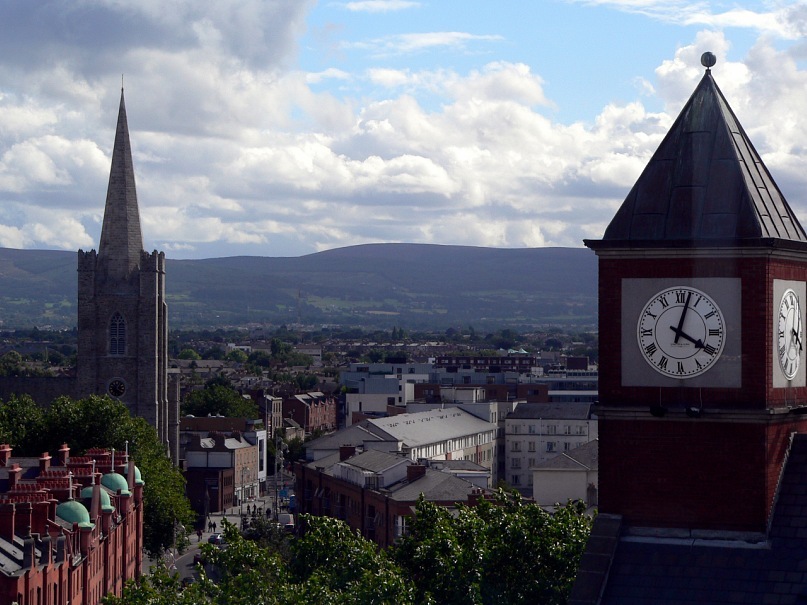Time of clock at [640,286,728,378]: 4:02
